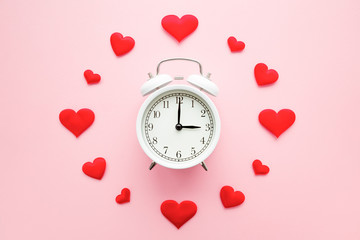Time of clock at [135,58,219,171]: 3:00
